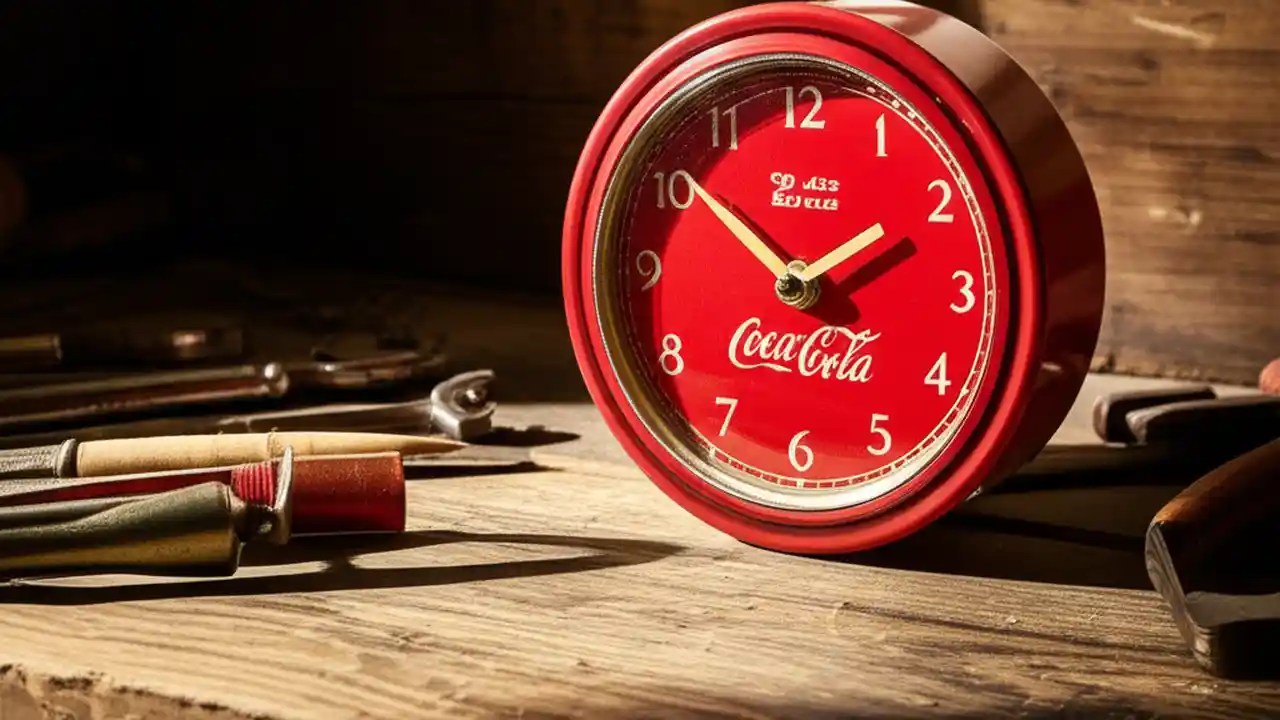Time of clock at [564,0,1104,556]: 1:51
